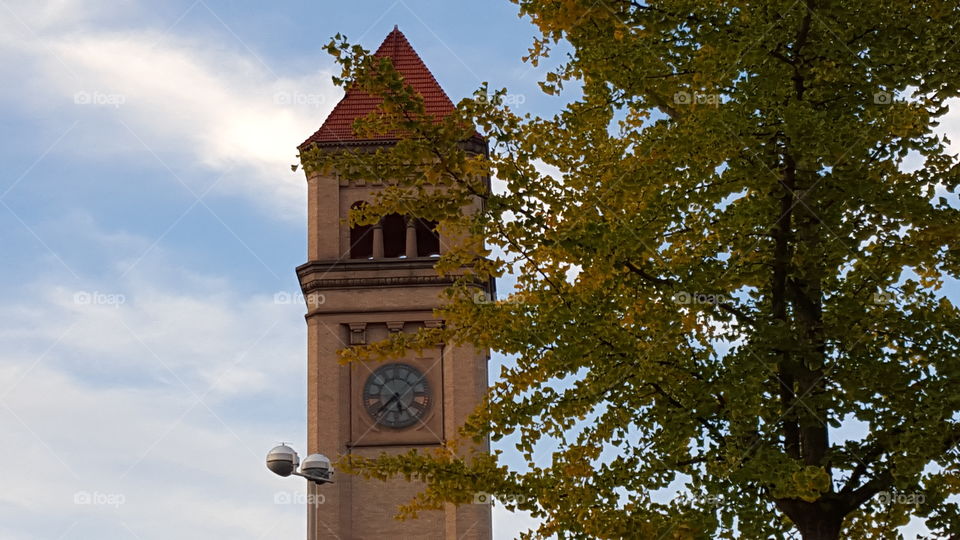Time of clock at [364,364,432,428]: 5:37
